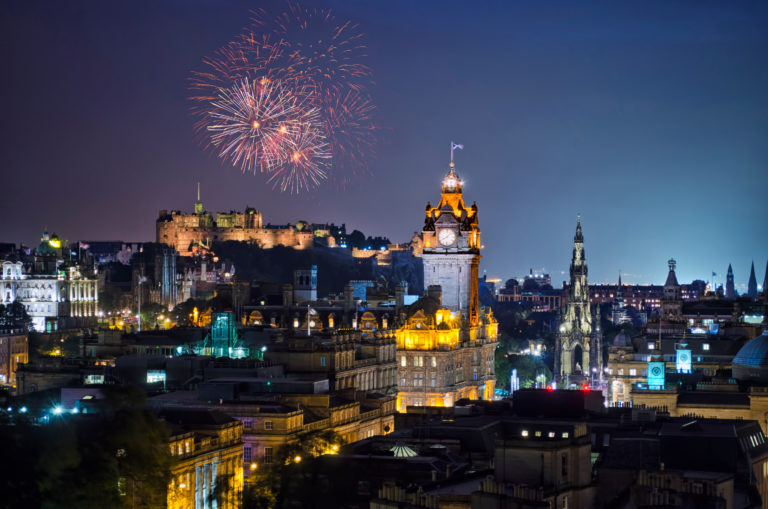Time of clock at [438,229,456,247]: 8:07
